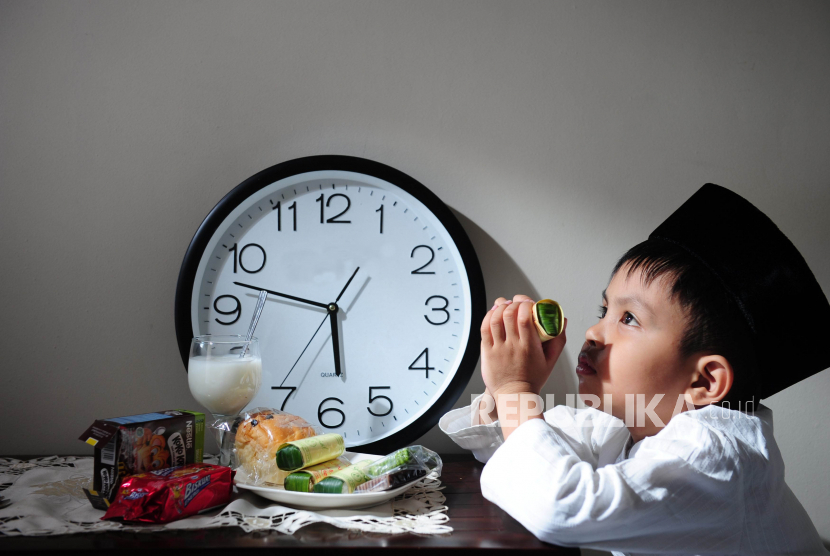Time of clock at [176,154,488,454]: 5:47
